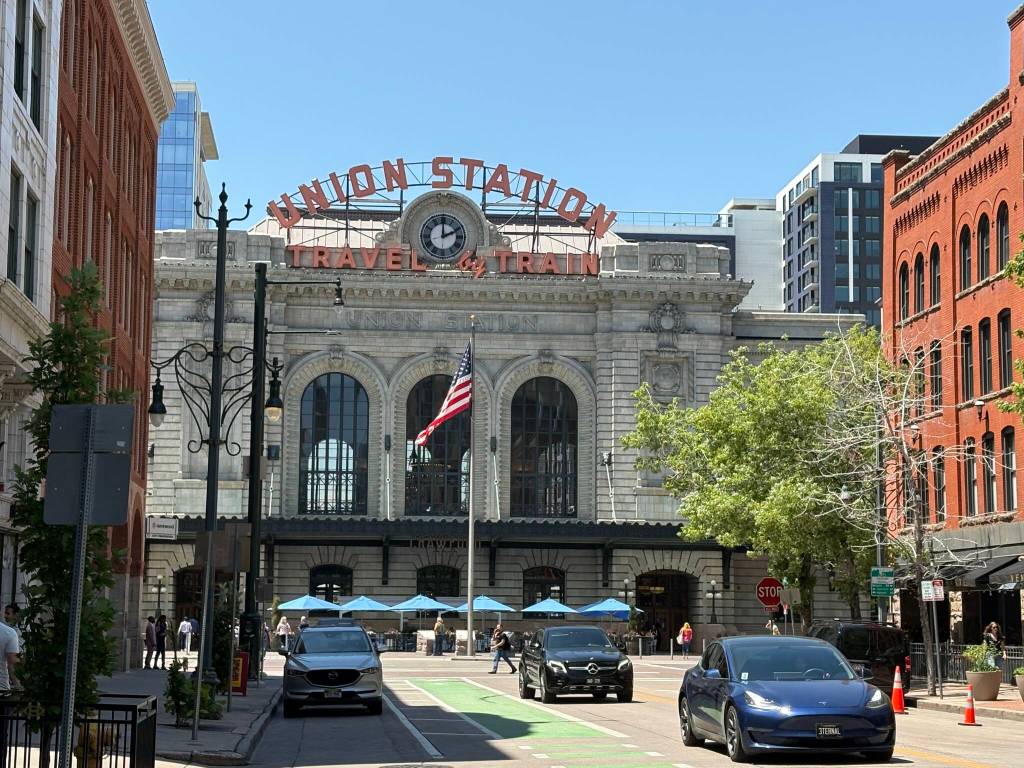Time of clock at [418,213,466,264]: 1:59
